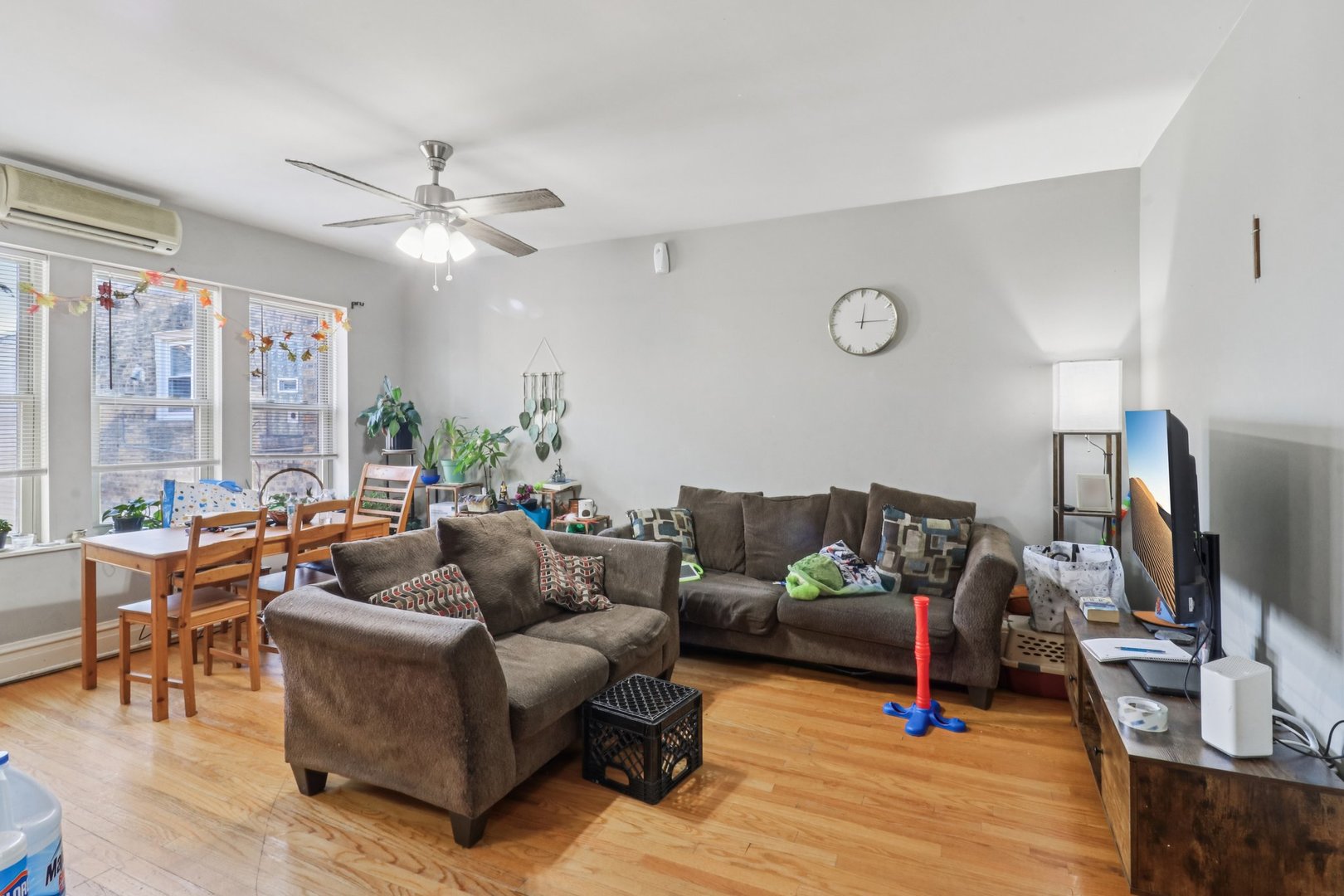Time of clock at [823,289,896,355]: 12:15
